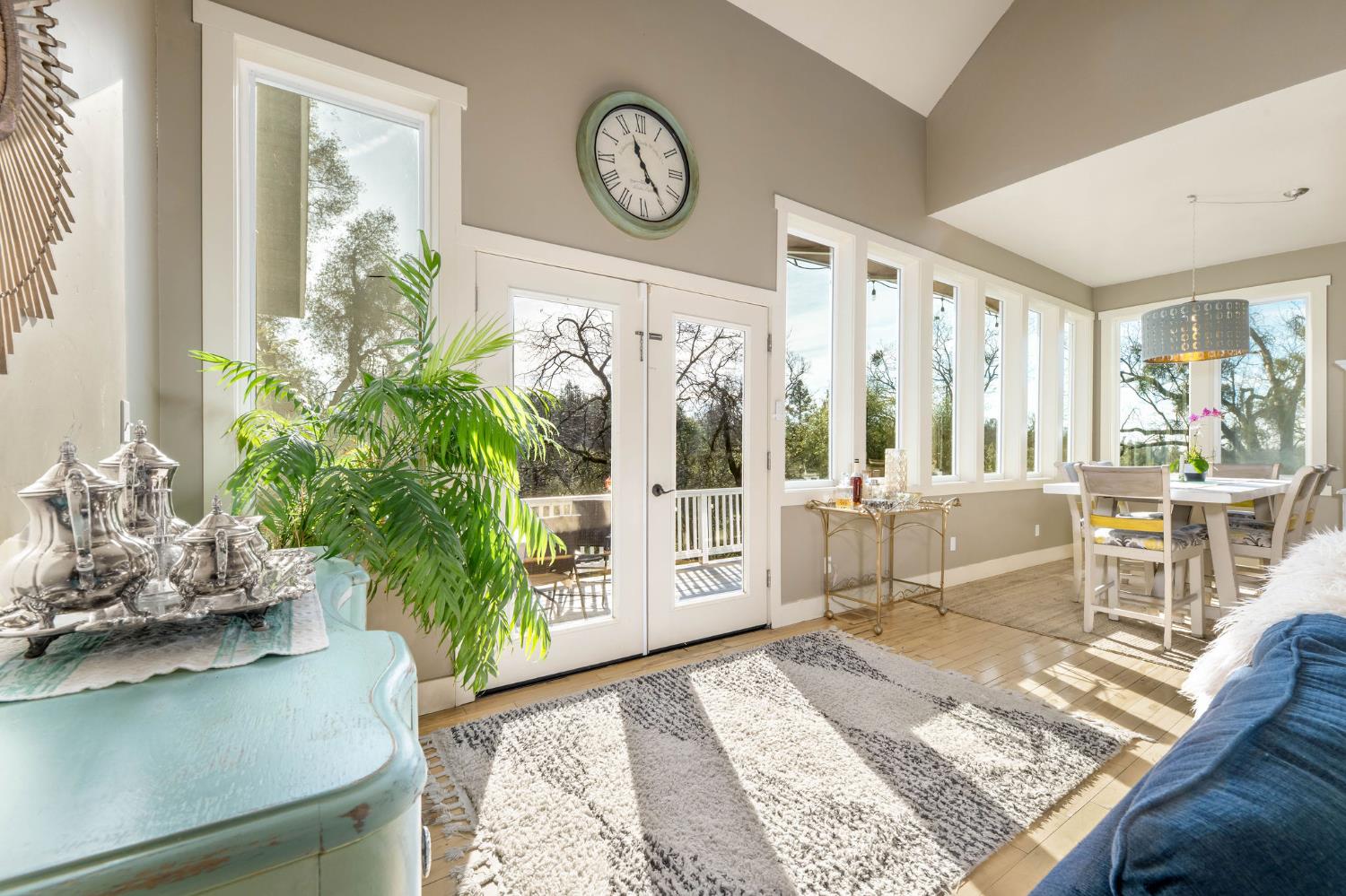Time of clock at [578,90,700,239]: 11:24
